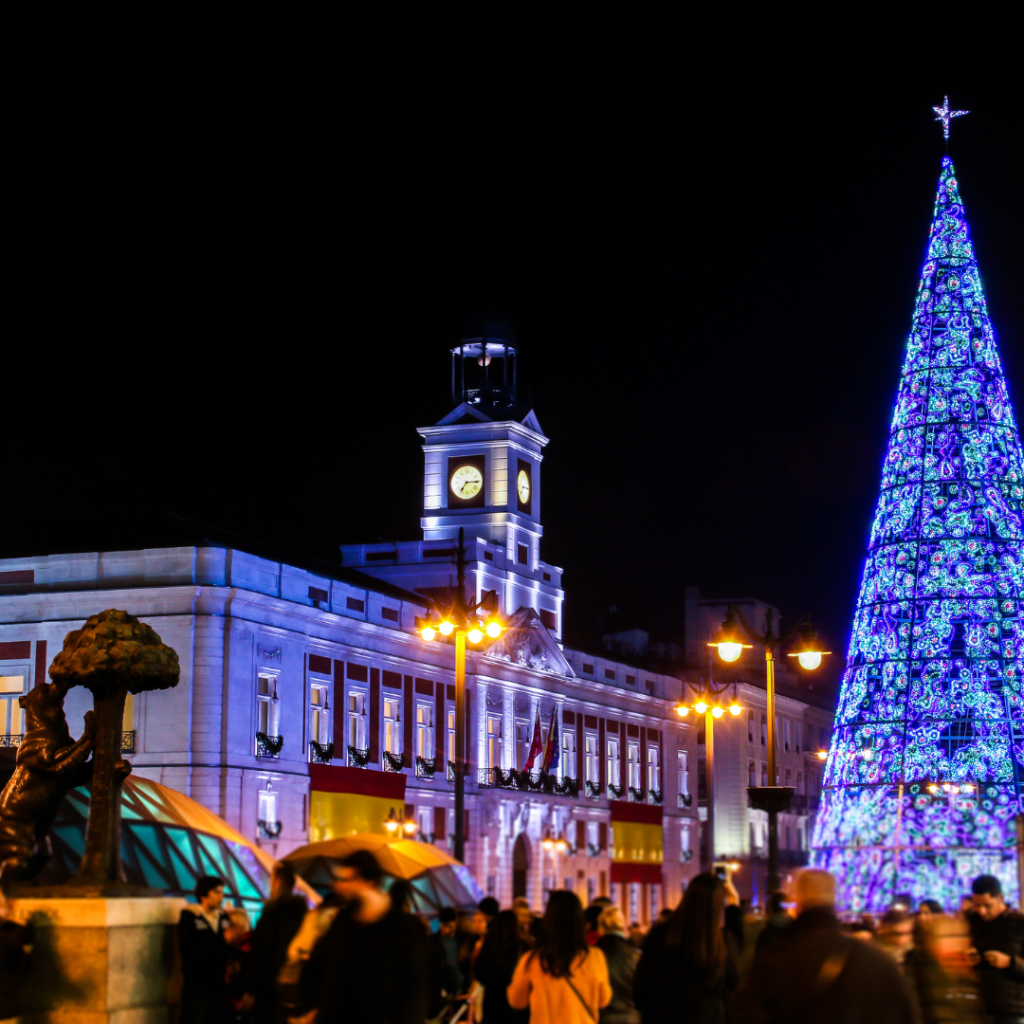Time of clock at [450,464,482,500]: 7:14
